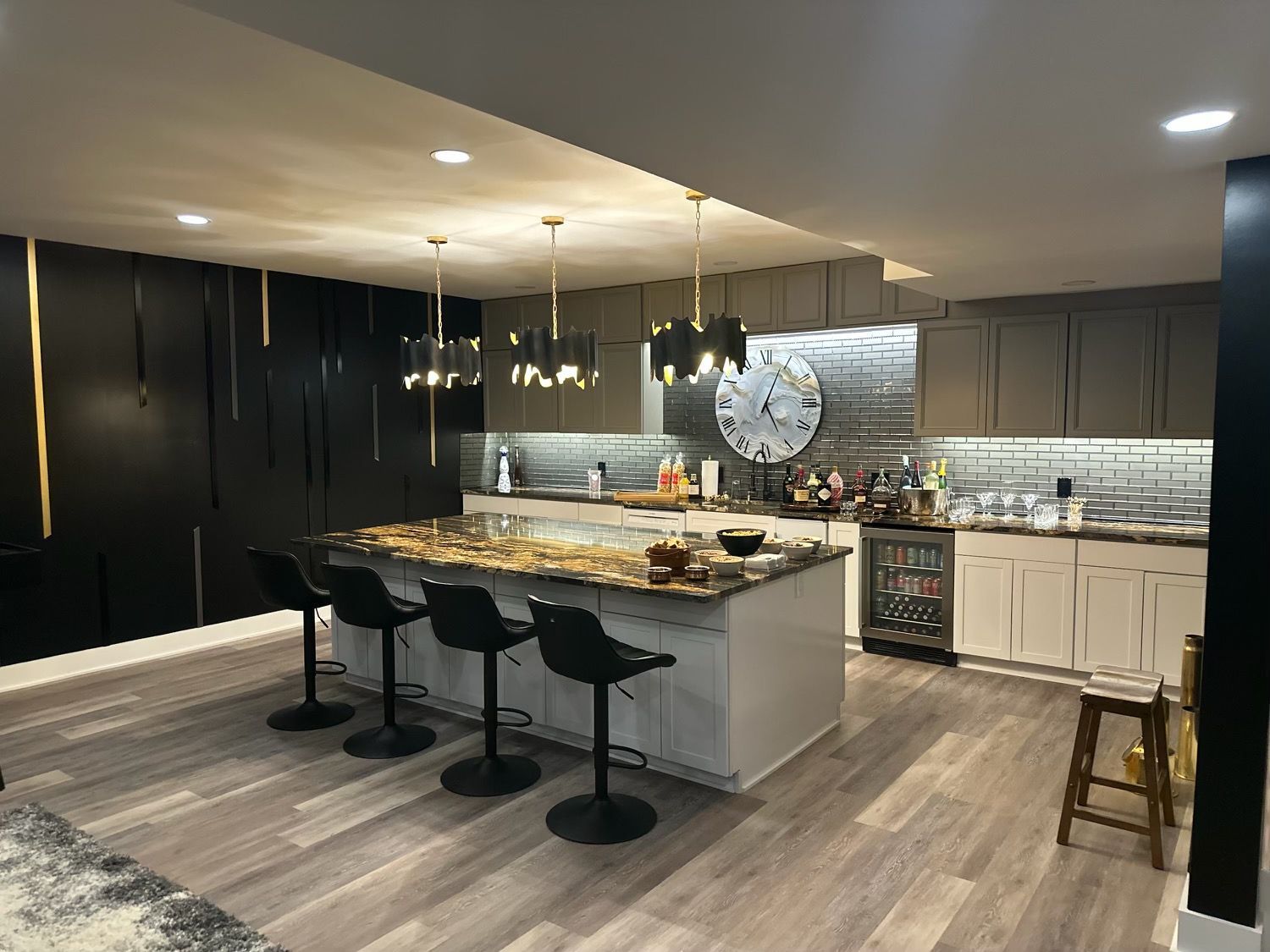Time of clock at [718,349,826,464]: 5:04
